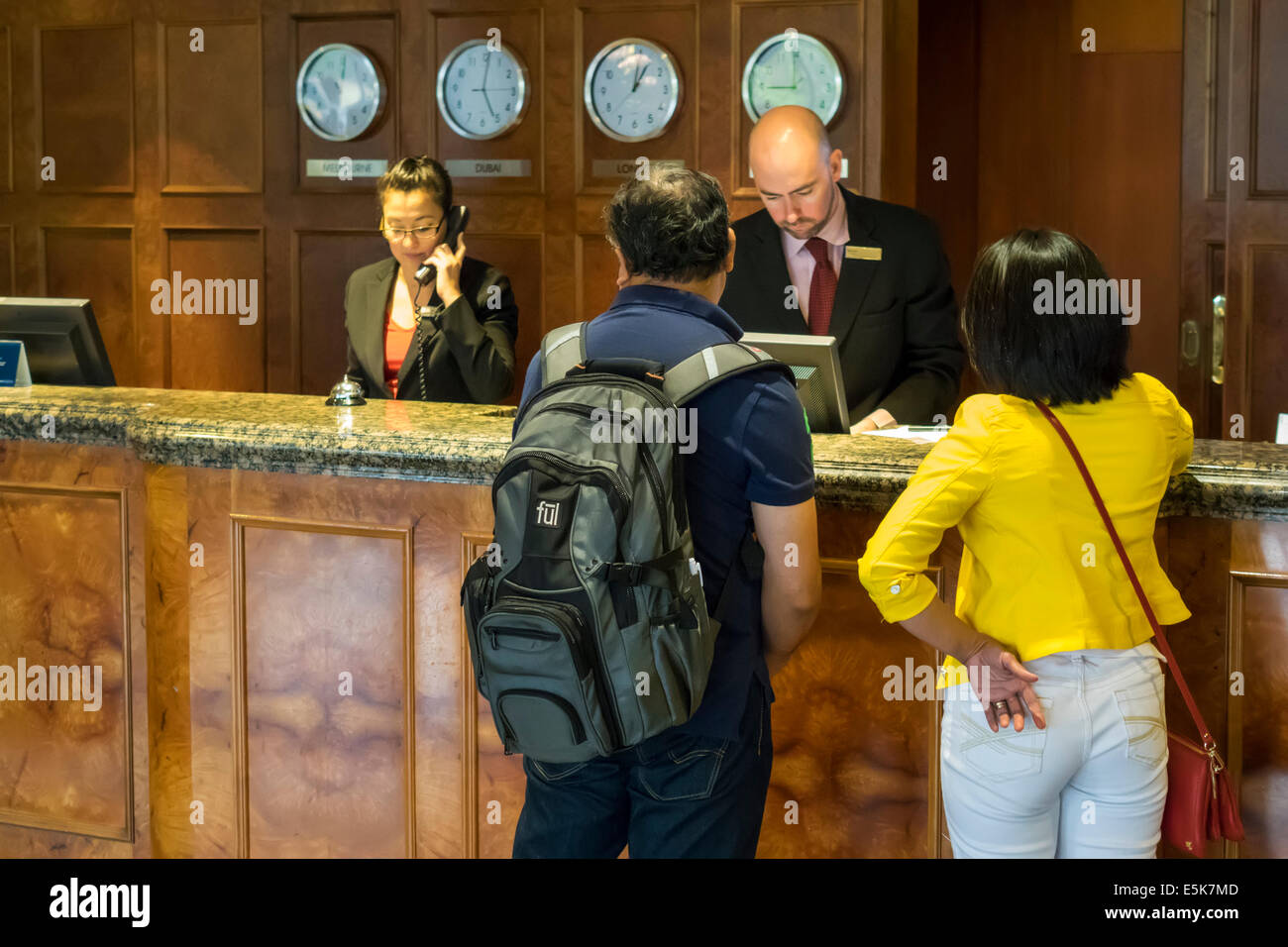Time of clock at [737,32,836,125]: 8:59
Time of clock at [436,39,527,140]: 5:01
